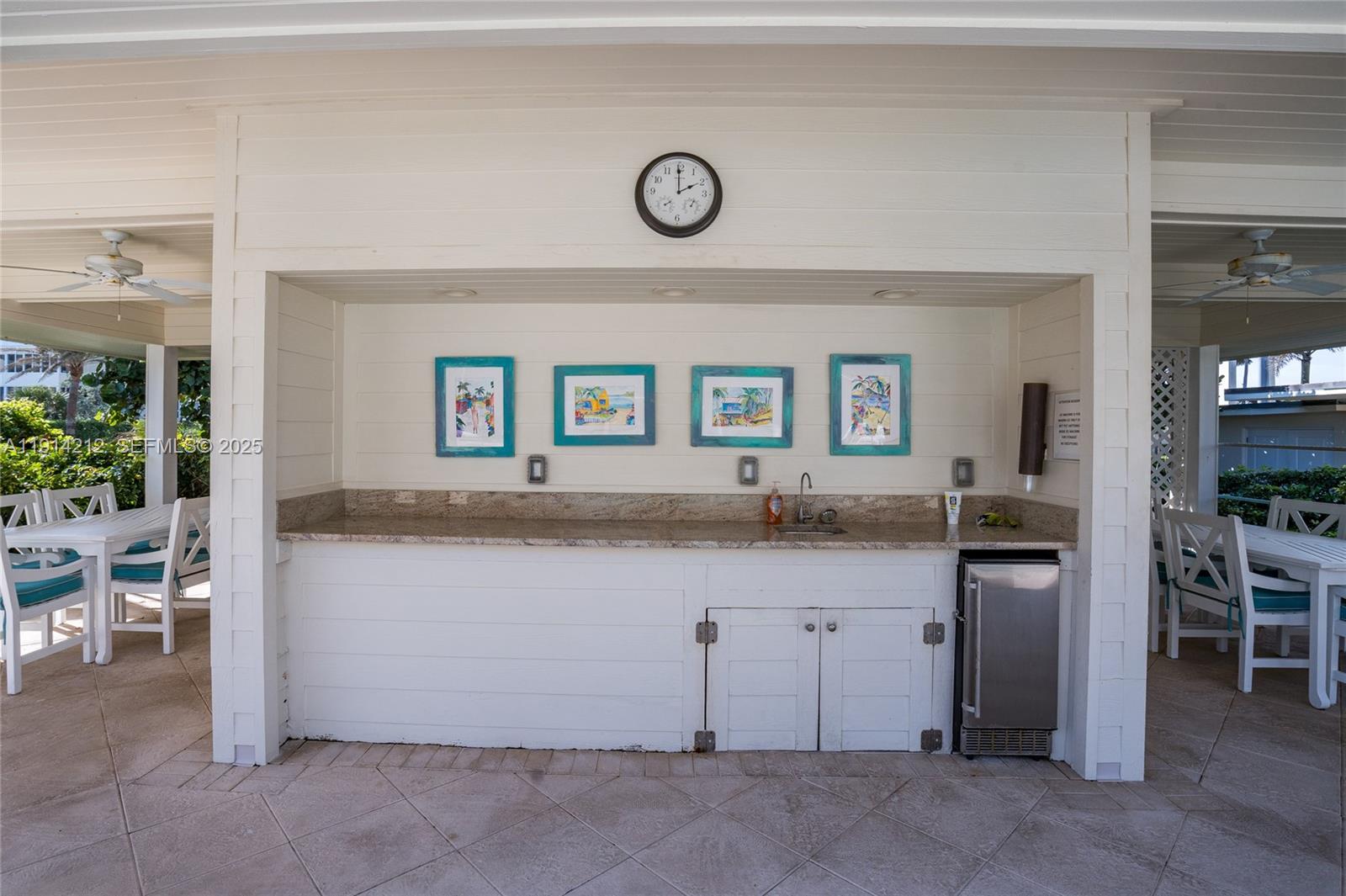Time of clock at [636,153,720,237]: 1:59
